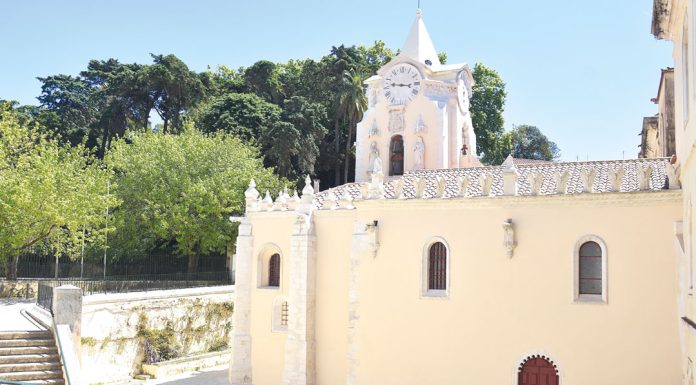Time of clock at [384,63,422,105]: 9:16
